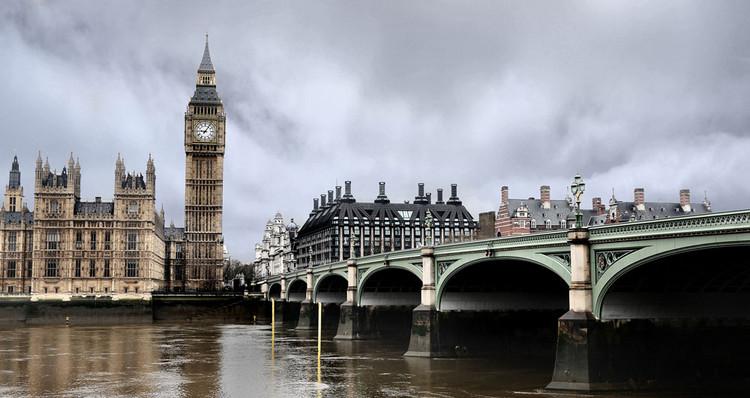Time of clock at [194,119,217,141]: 9:05
